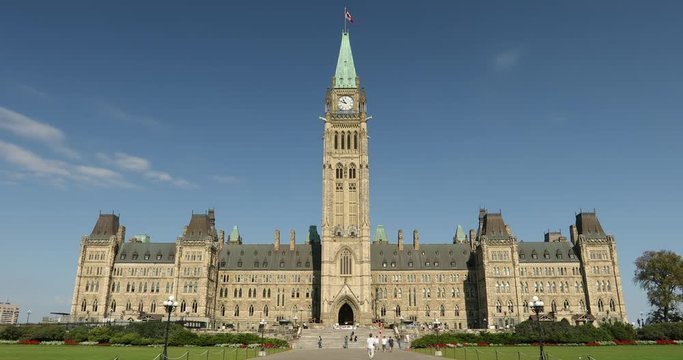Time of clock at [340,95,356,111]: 10:48
